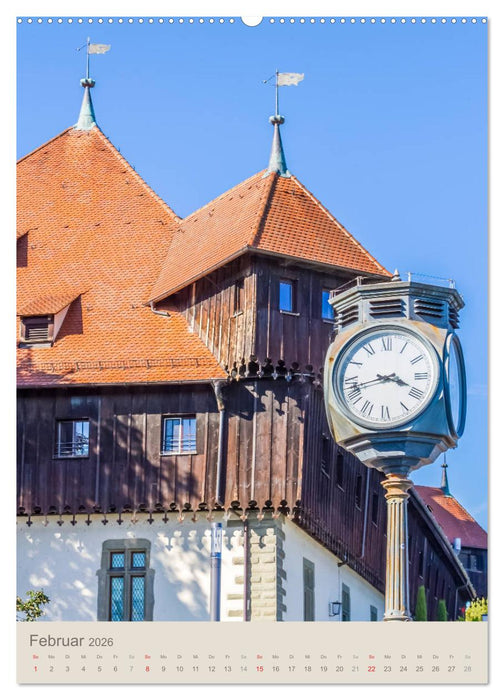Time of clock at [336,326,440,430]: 3:42
